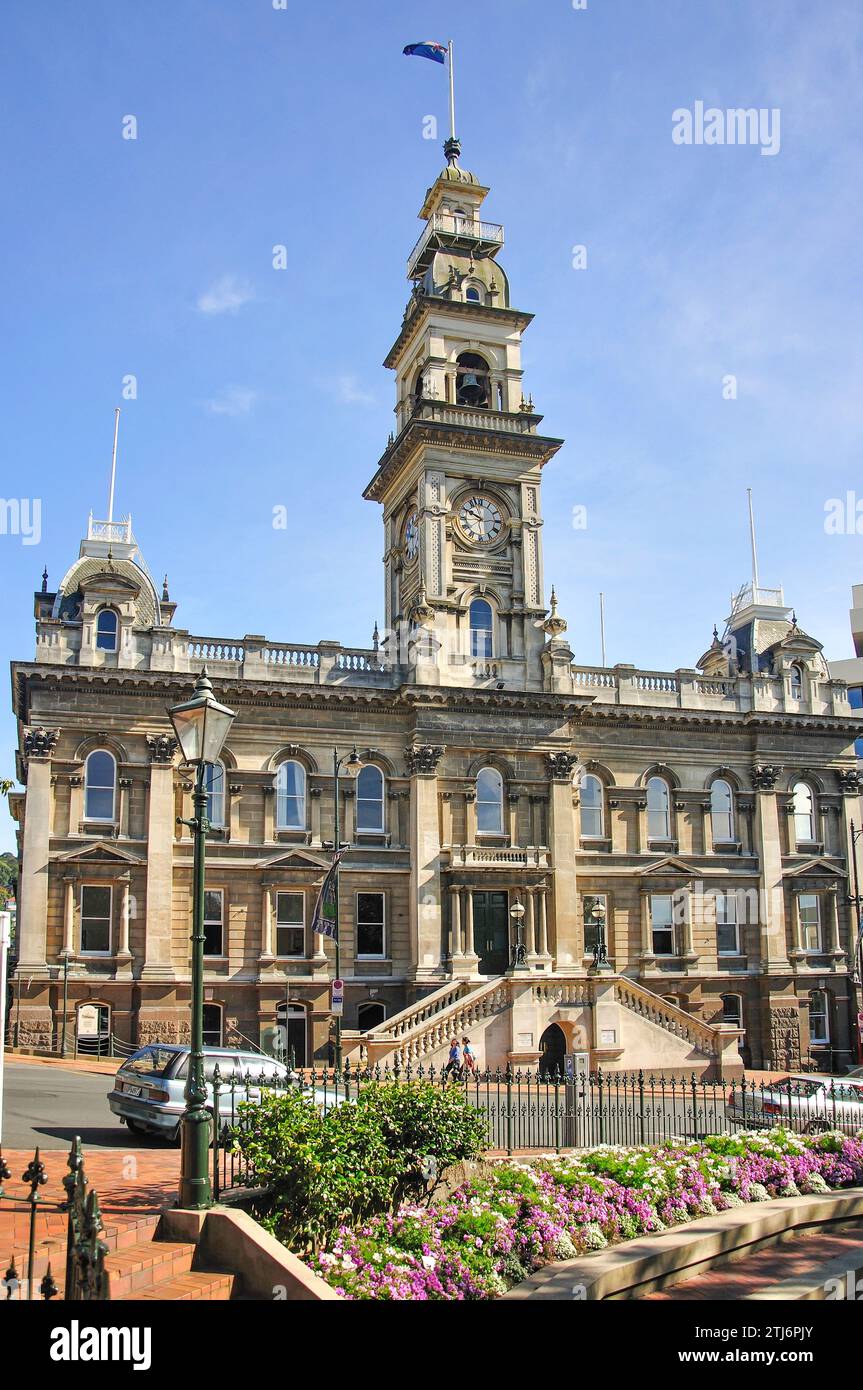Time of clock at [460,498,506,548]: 9:57
